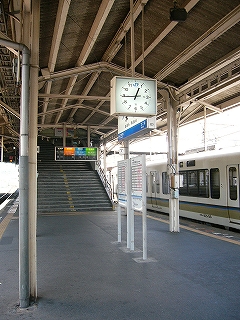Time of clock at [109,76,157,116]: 12:44
